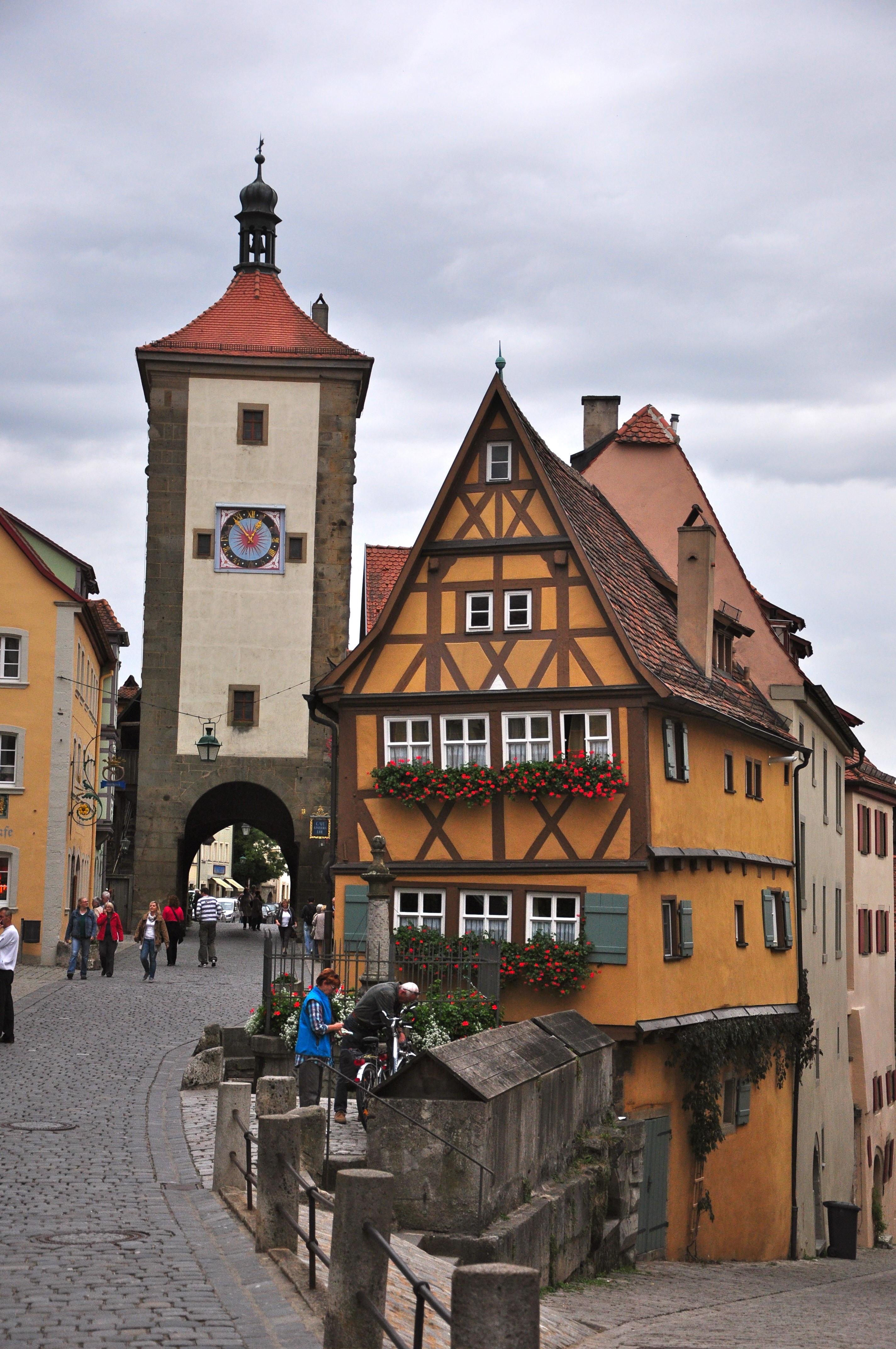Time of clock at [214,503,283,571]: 12:53
